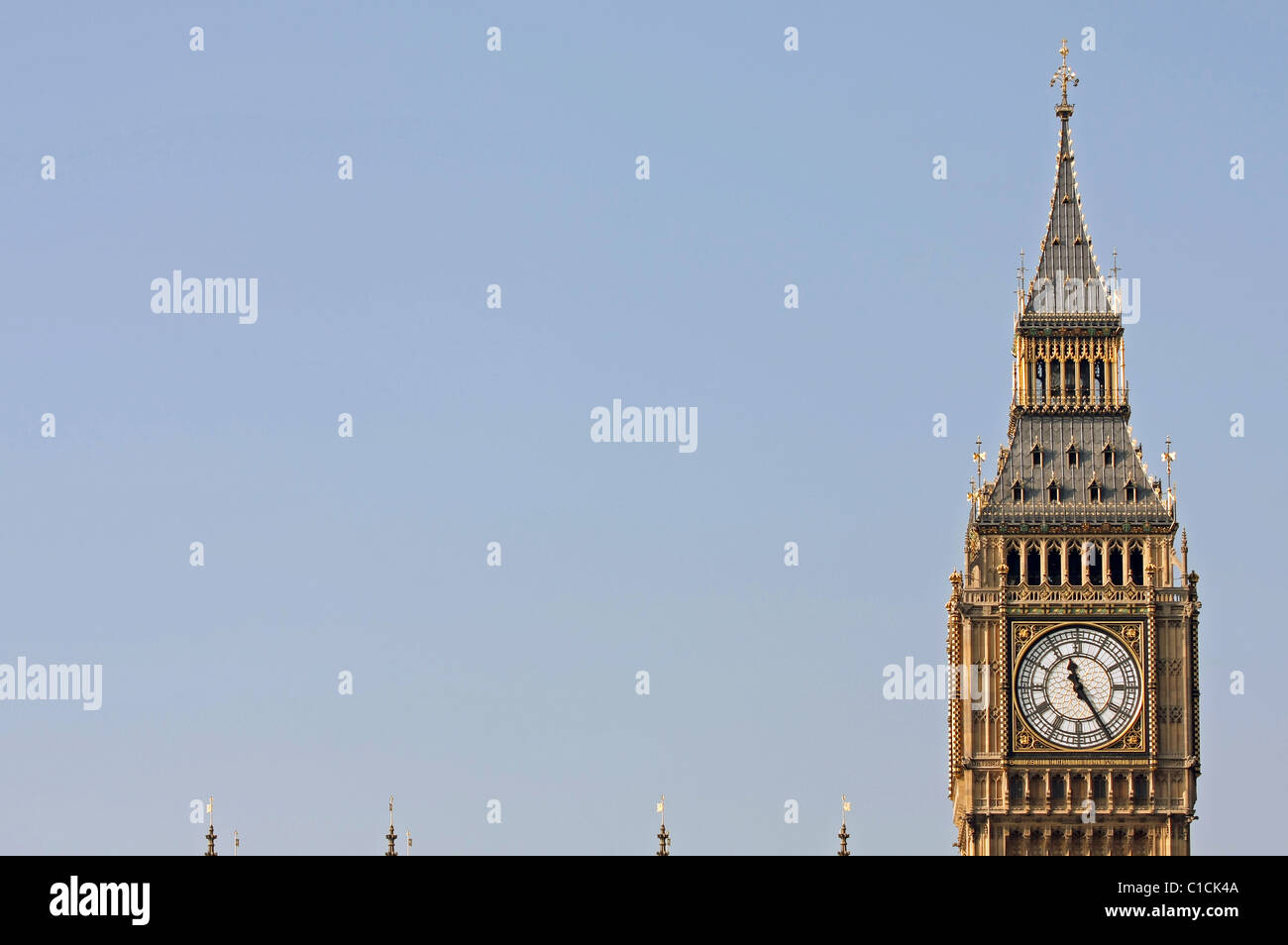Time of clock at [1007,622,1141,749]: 11:24
